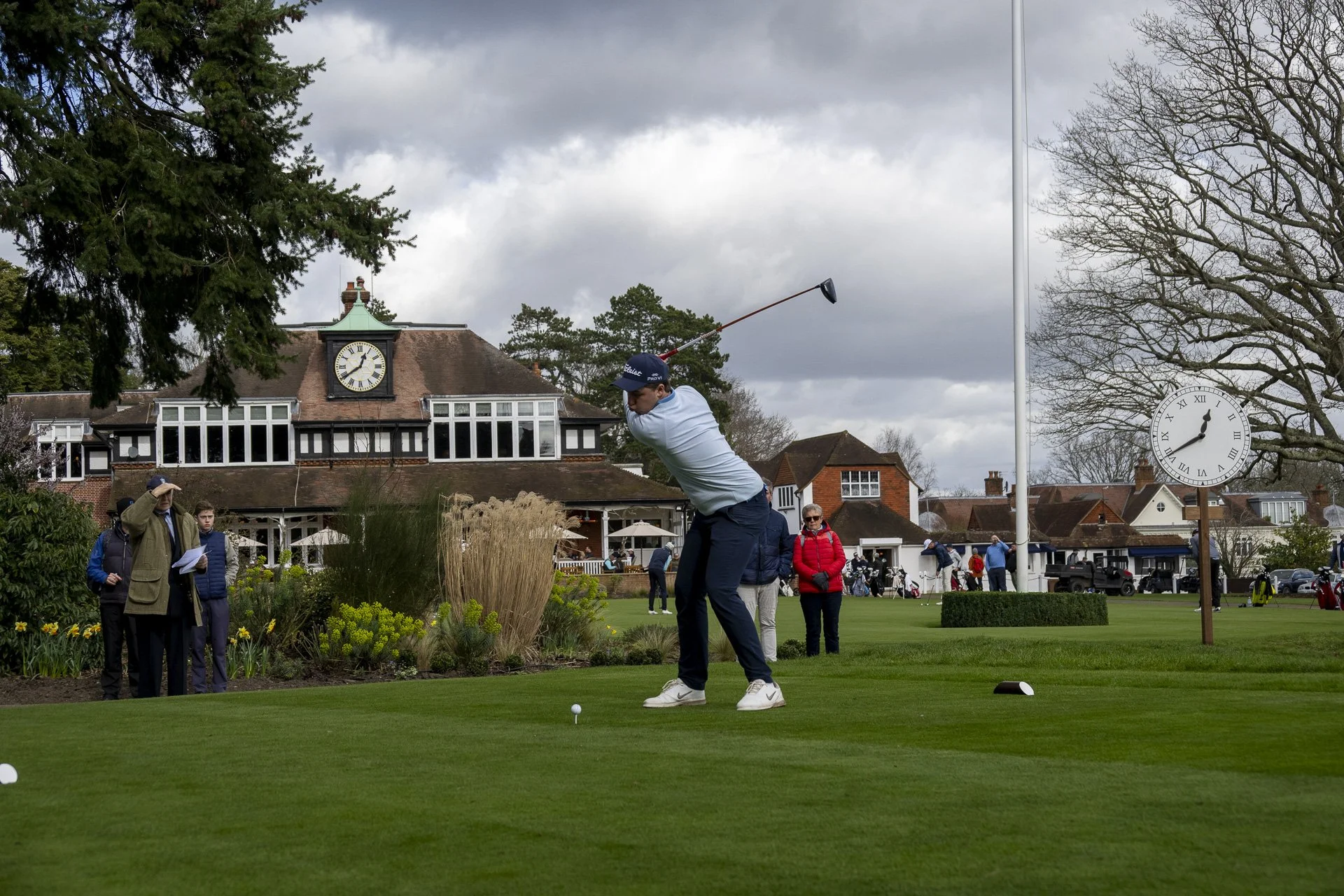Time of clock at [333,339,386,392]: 12:39
